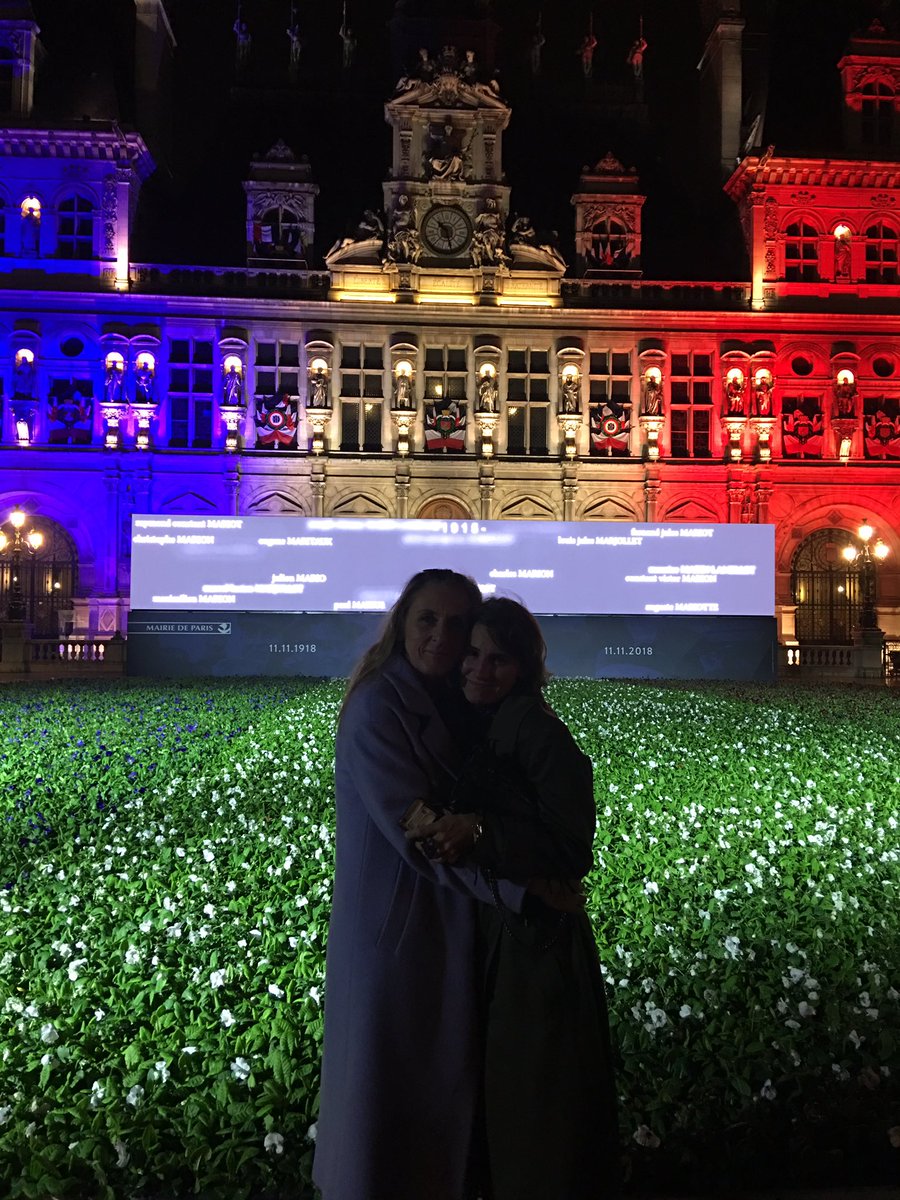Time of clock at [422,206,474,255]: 10:28
